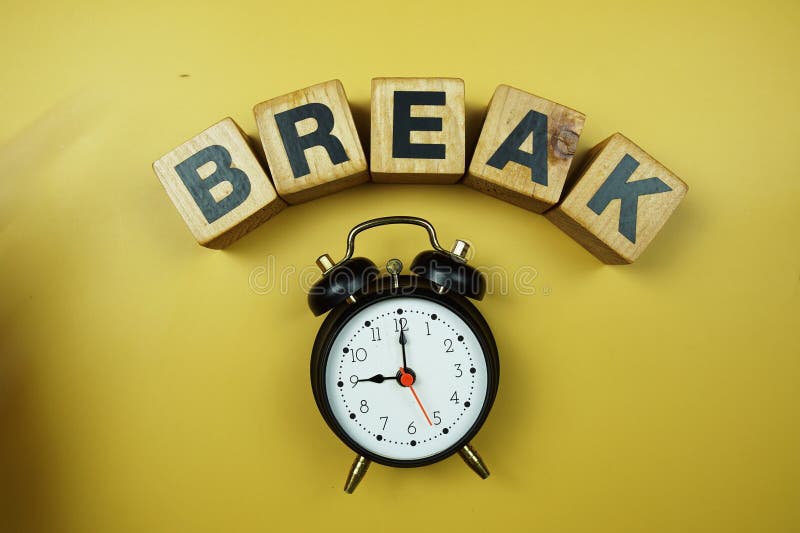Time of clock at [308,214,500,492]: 9:00
